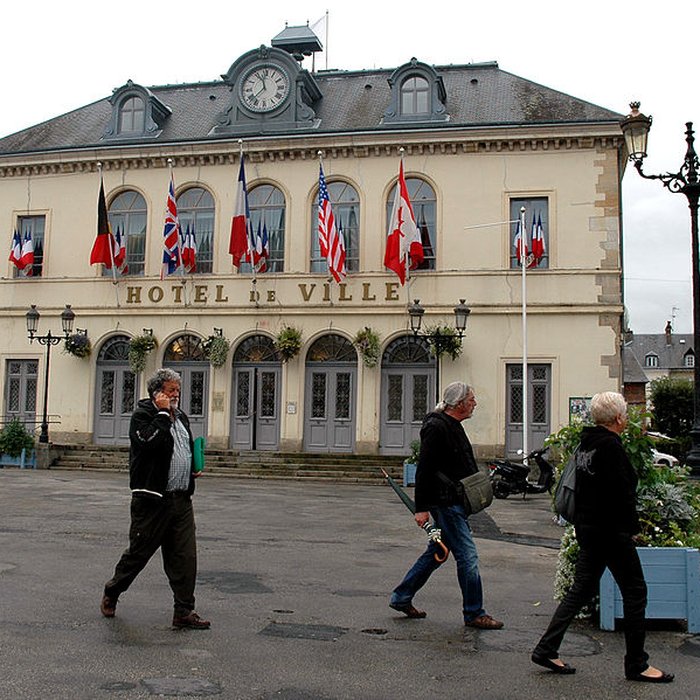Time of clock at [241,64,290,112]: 11:37
